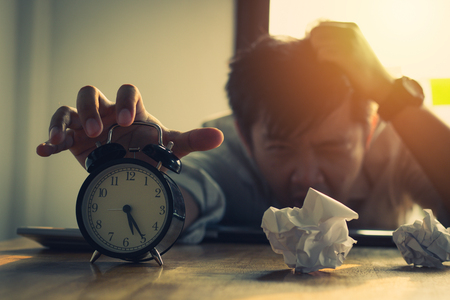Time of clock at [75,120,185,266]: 5:24
